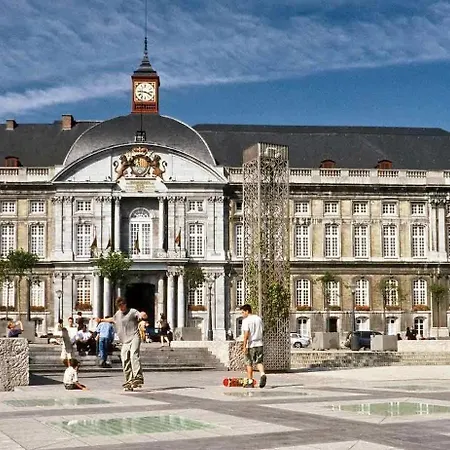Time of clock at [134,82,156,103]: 3:46
